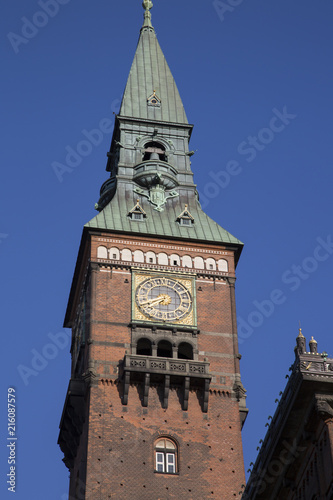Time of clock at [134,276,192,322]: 7:41
